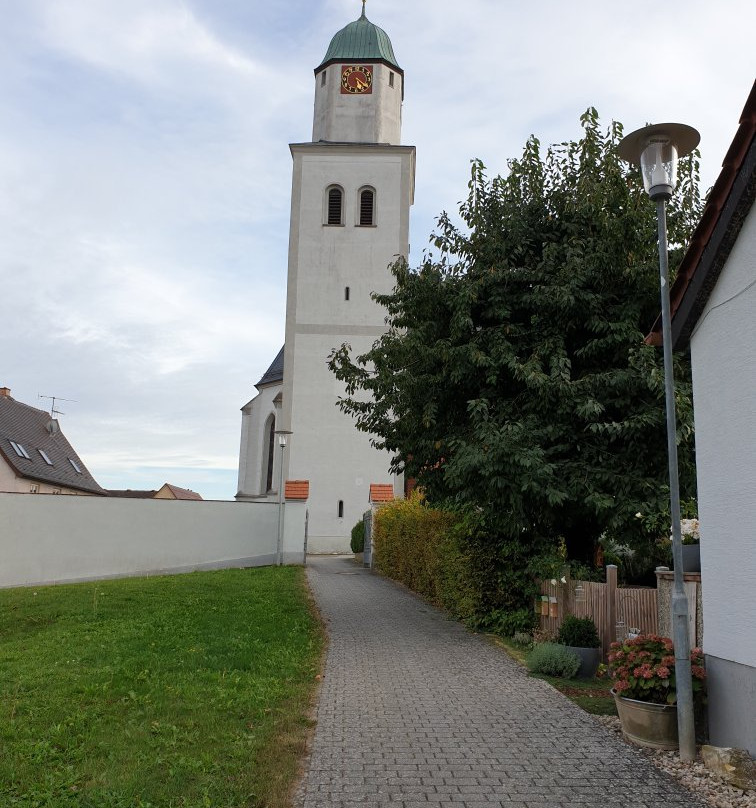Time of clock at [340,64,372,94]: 5:21
